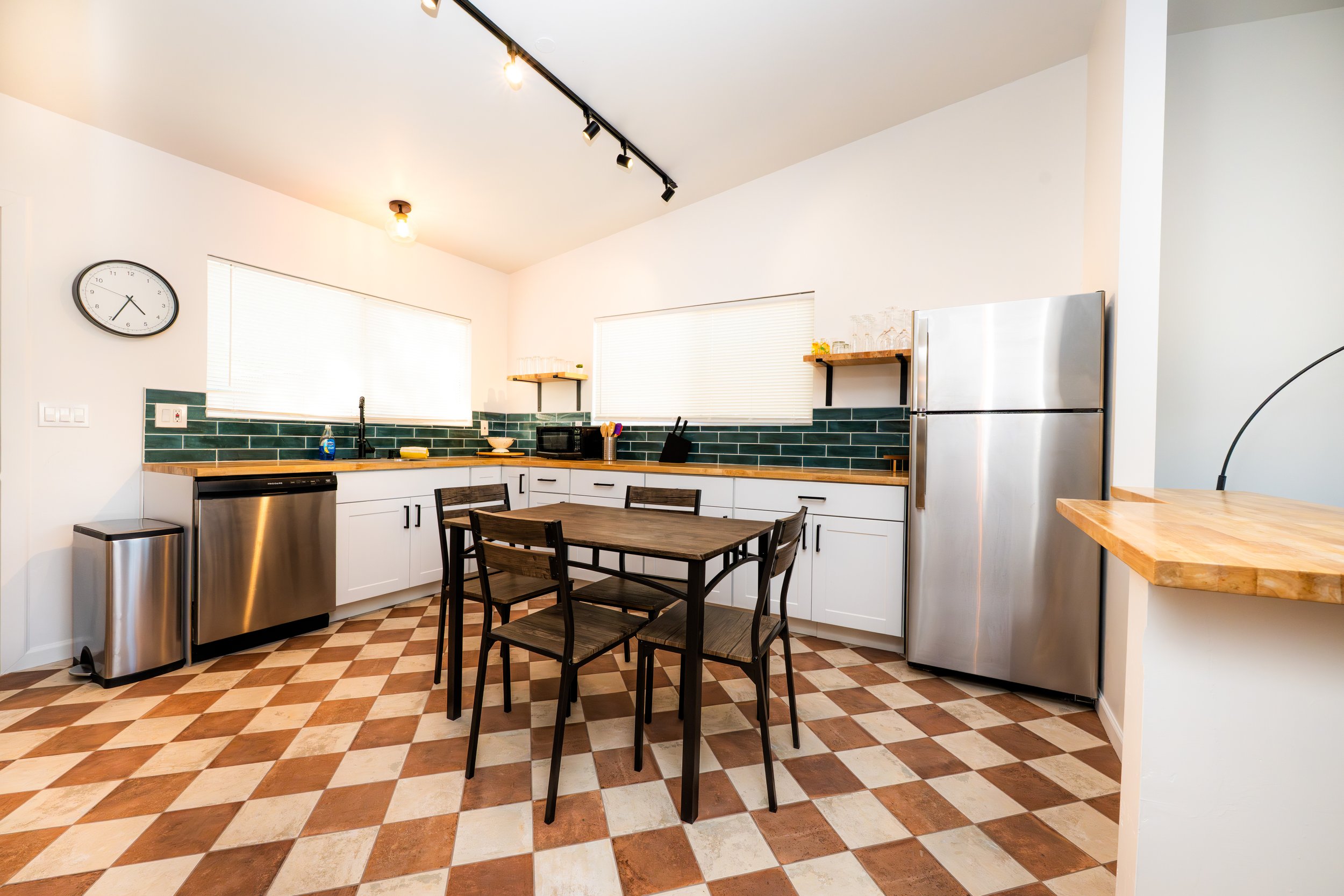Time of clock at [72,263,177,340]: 4:34
